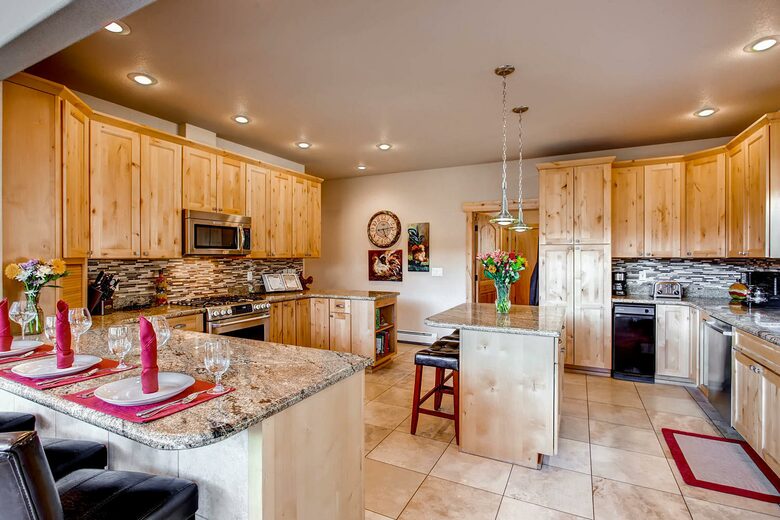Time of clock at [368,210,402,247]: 5:13
